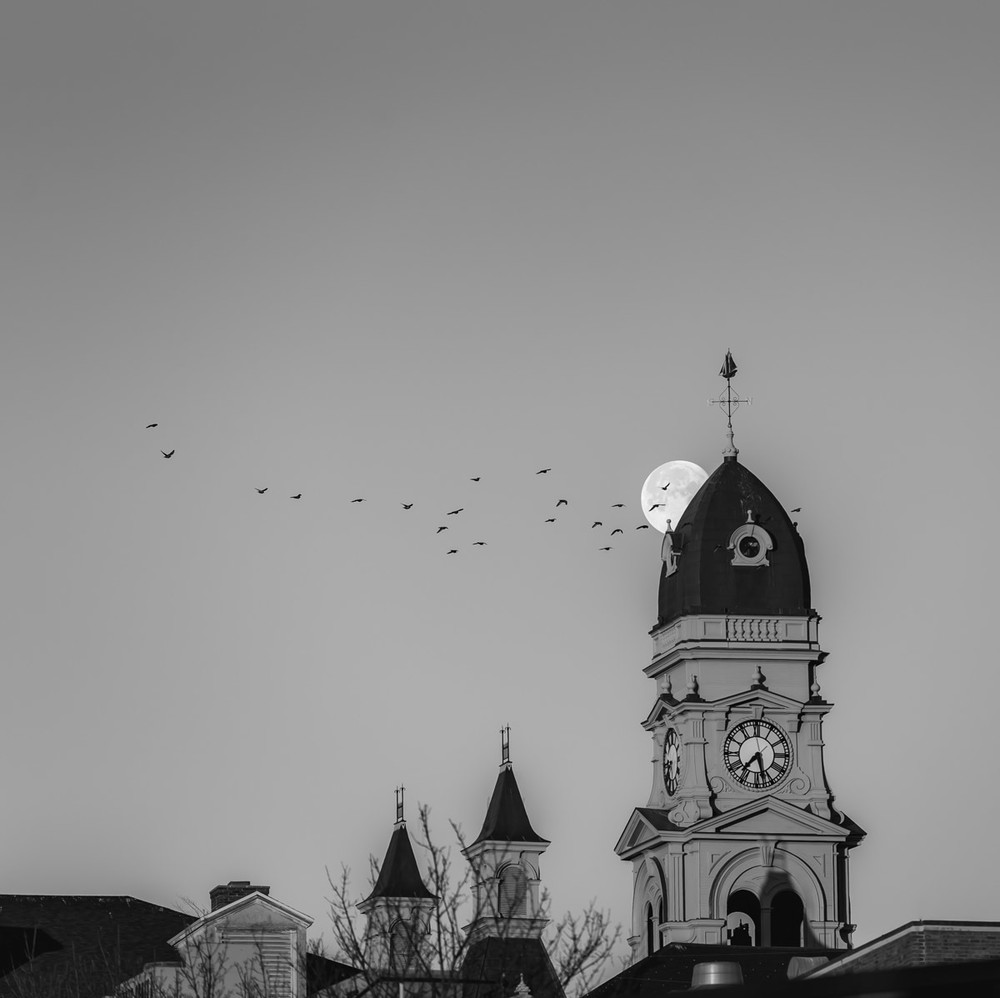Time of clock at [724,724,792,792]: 7:27
